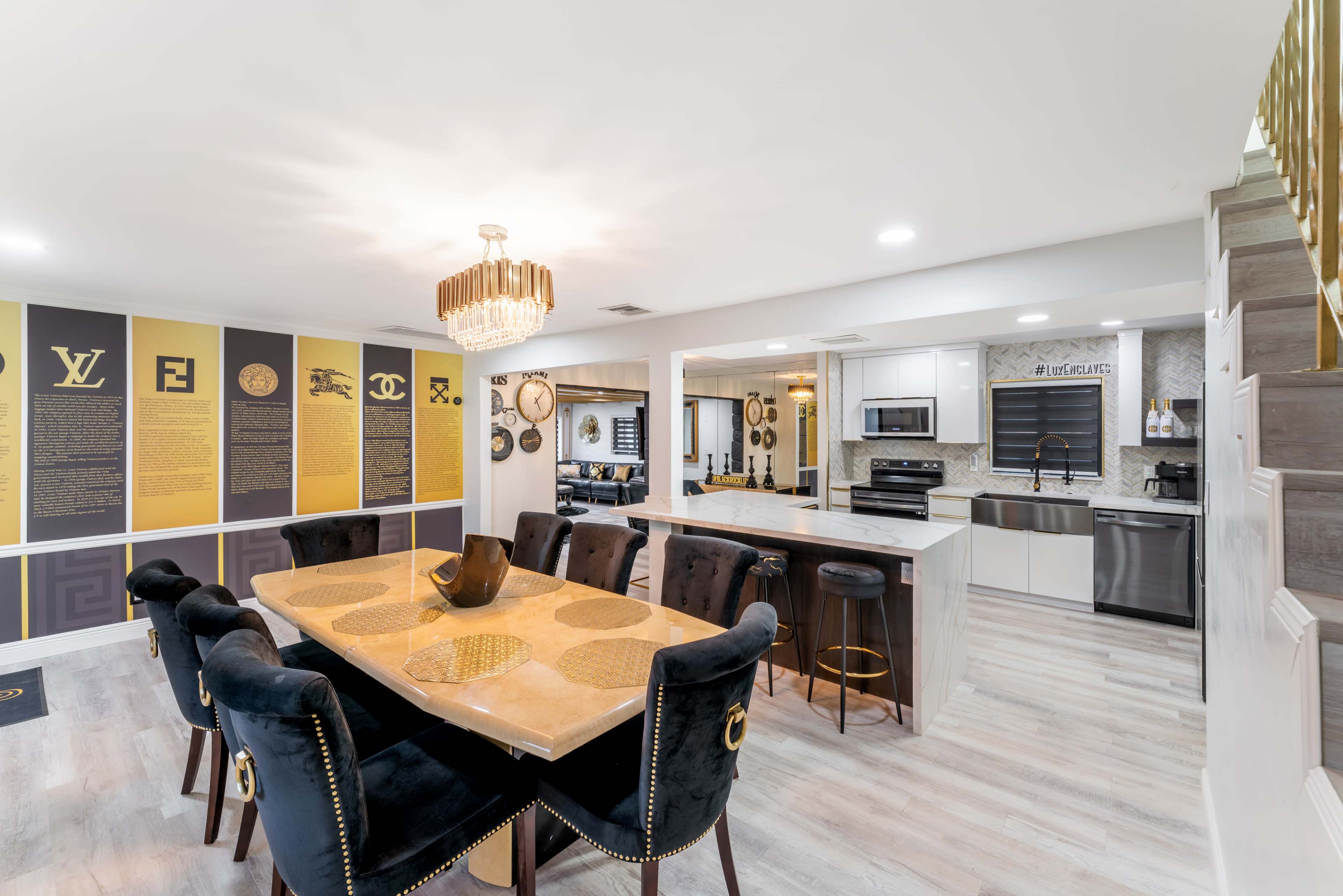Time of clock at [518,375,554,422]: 5:06
